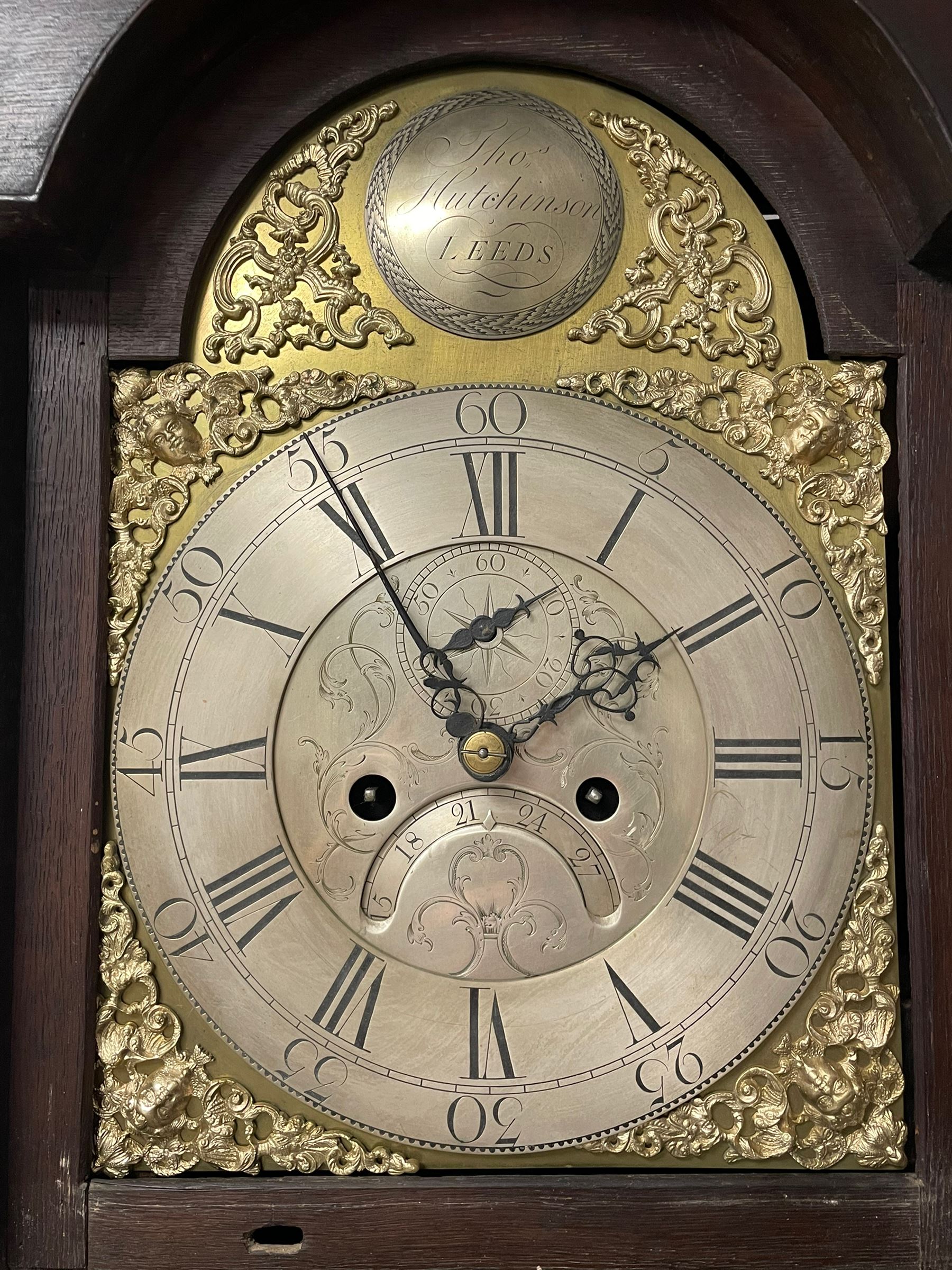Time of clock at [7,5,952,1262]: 1:54
